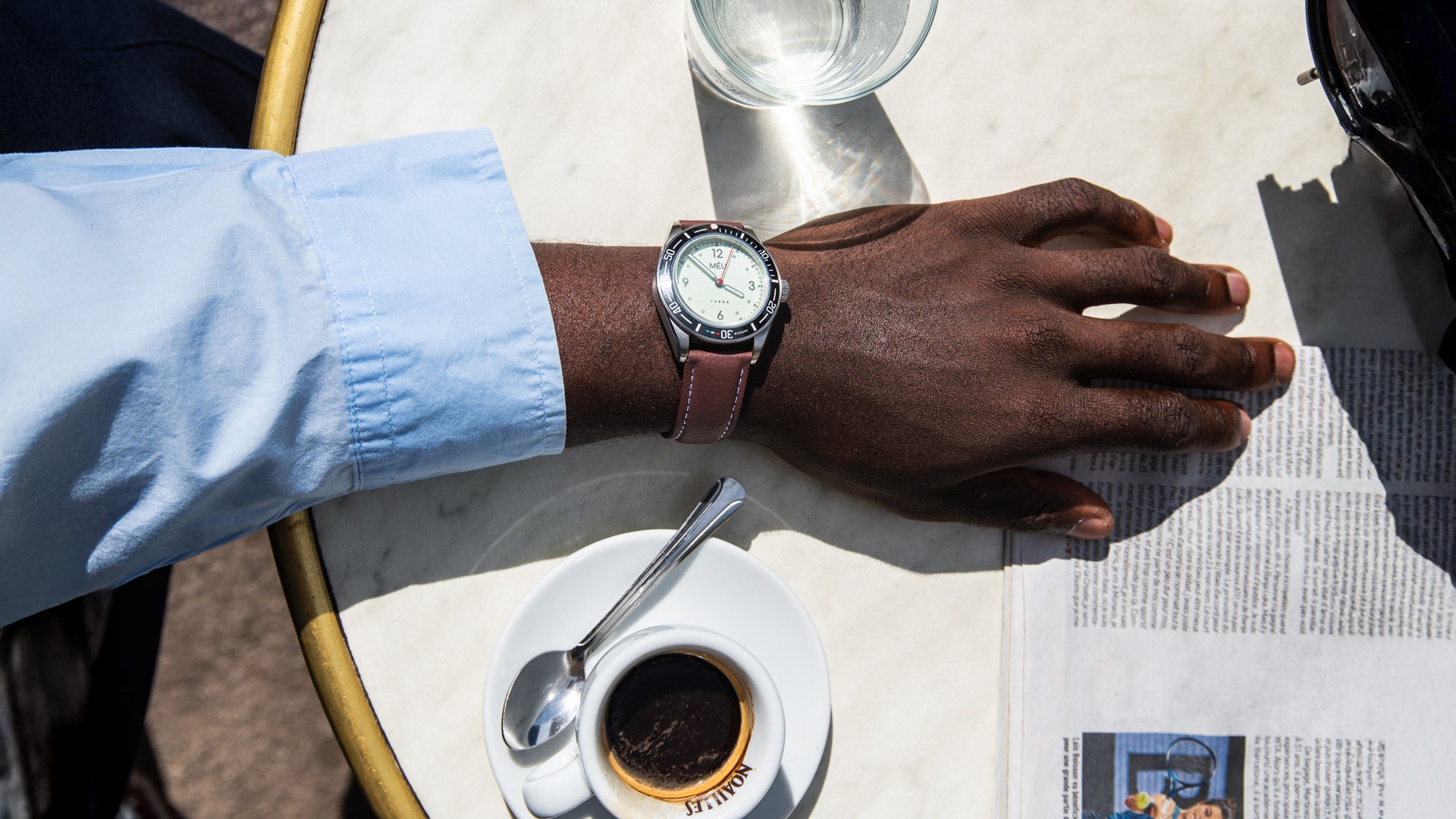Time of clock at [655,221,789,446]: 12:52
